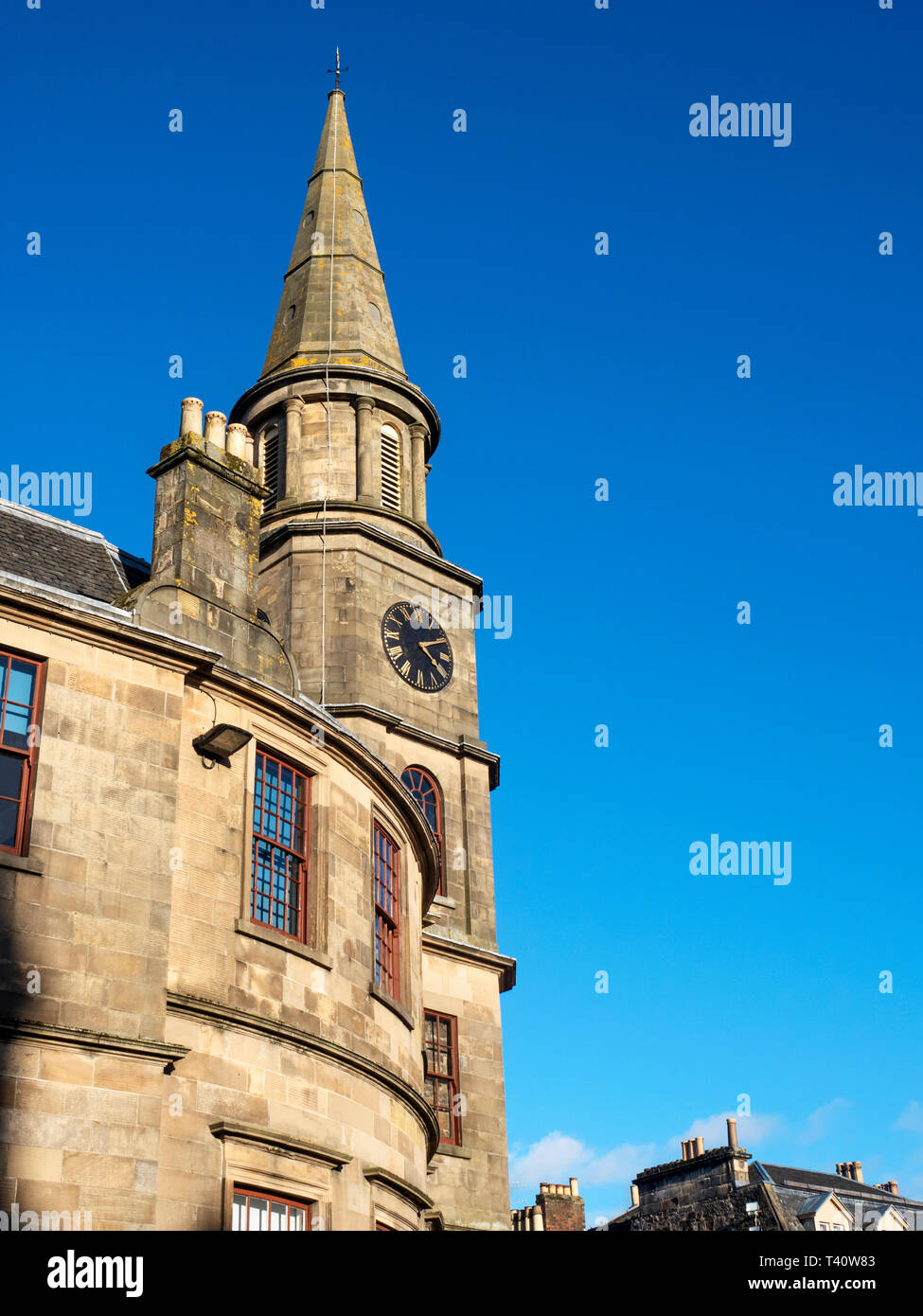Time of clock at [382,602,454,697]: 2:21
